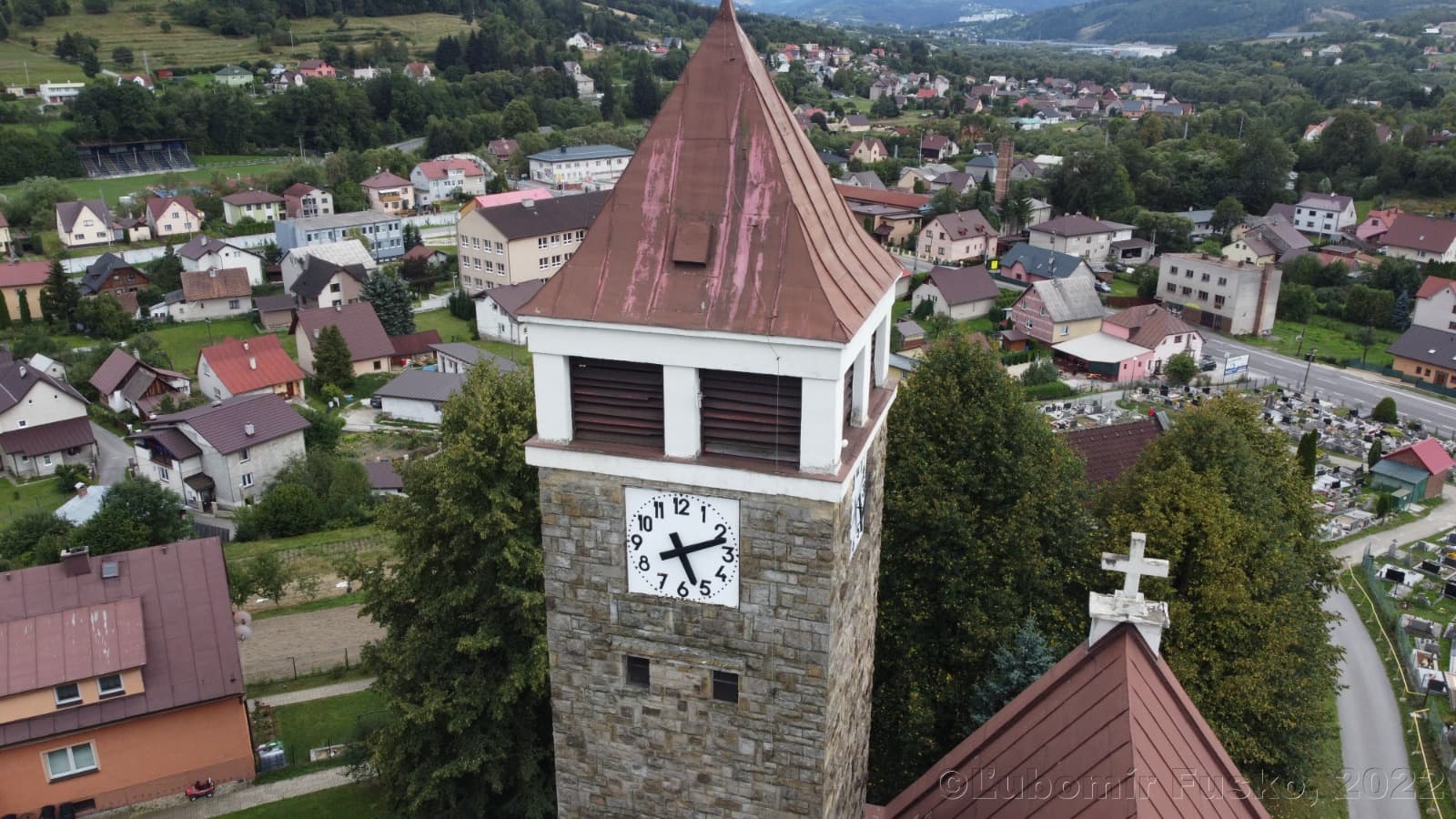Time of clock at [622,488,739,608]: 5:11
